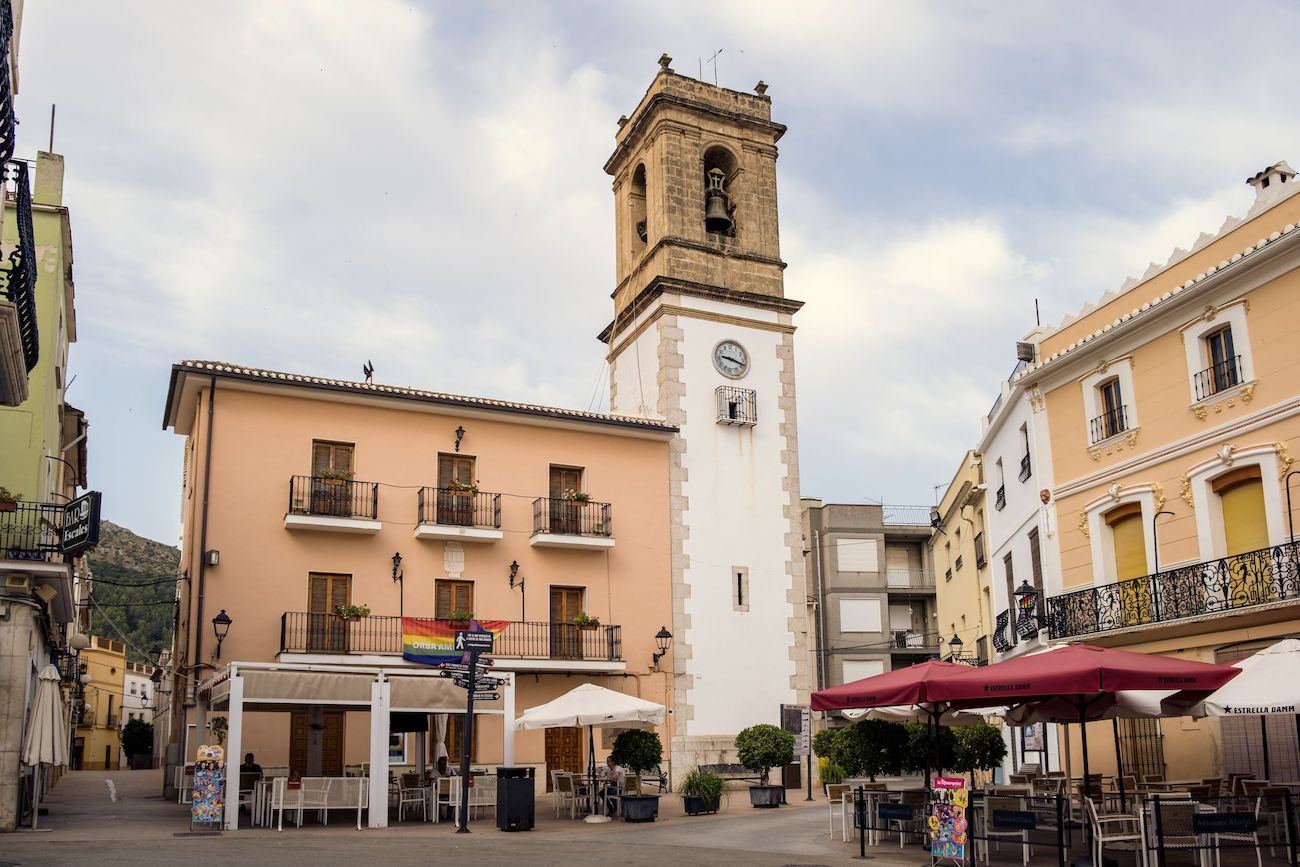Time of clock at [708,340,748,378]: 9:18
